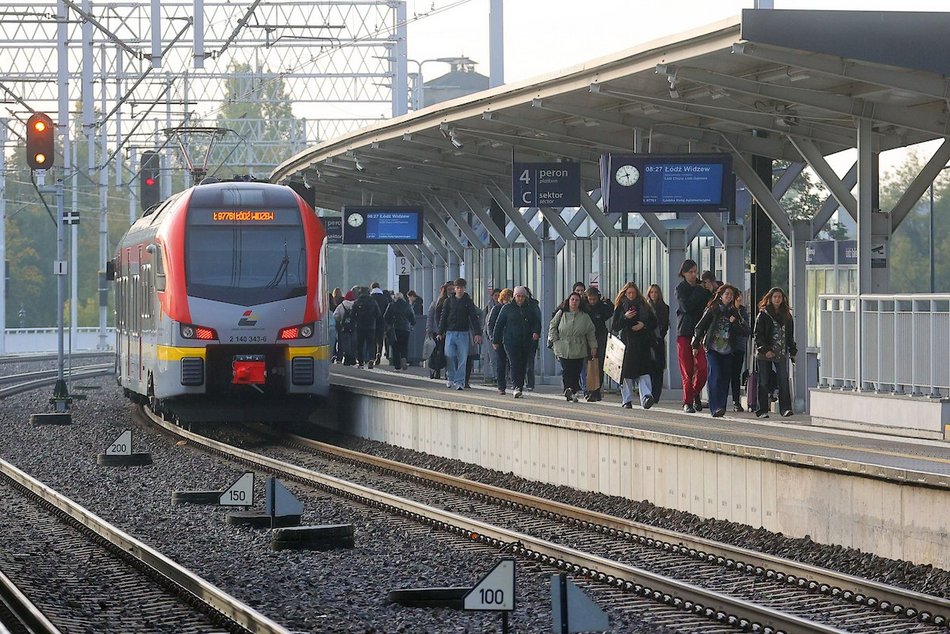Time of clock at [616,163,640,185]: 8:27
